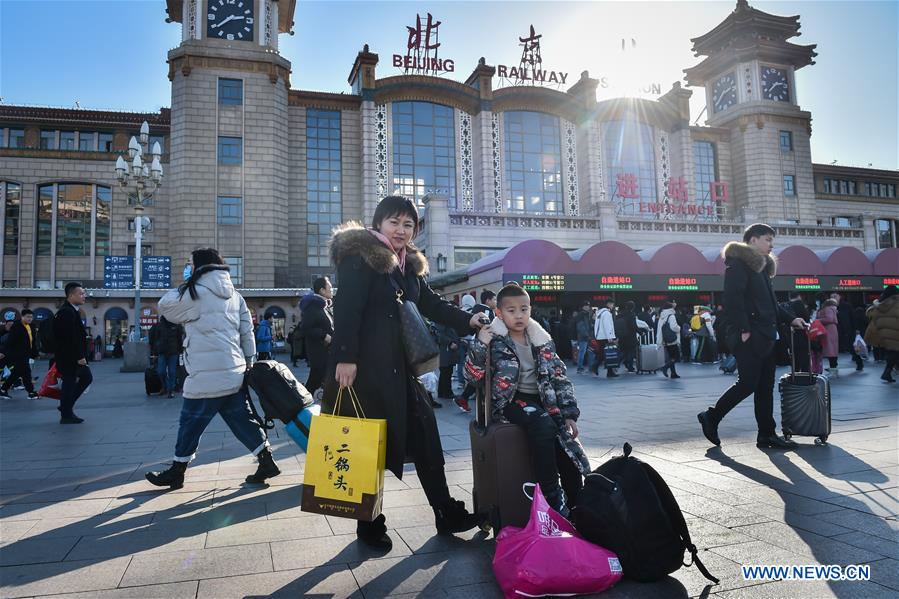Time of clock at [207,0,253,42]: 2:38
